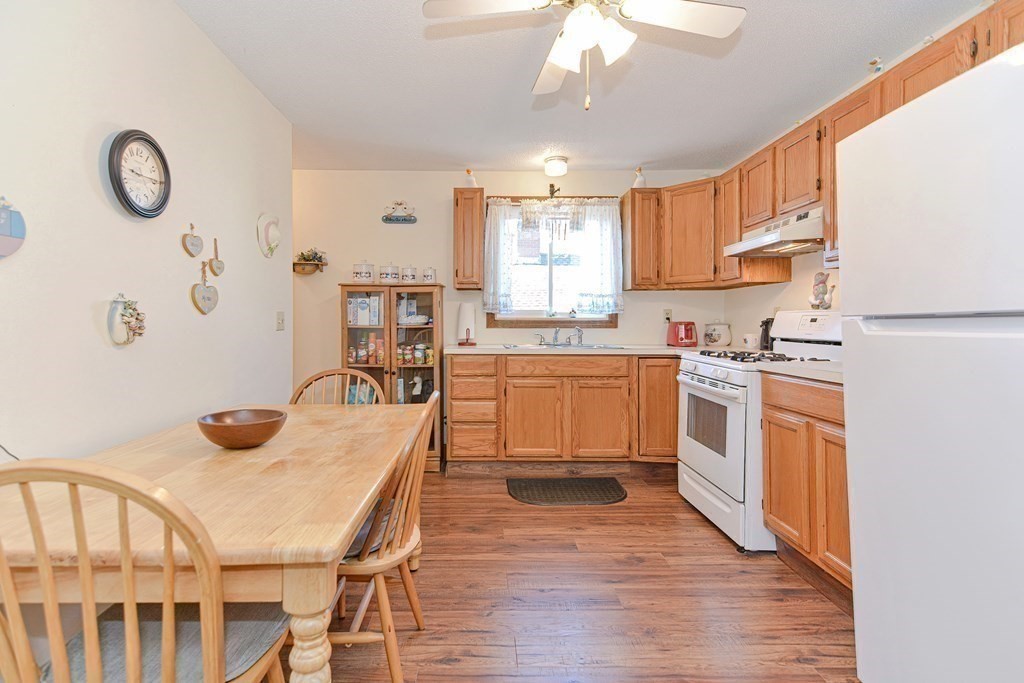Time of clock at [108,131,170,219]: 9:14
